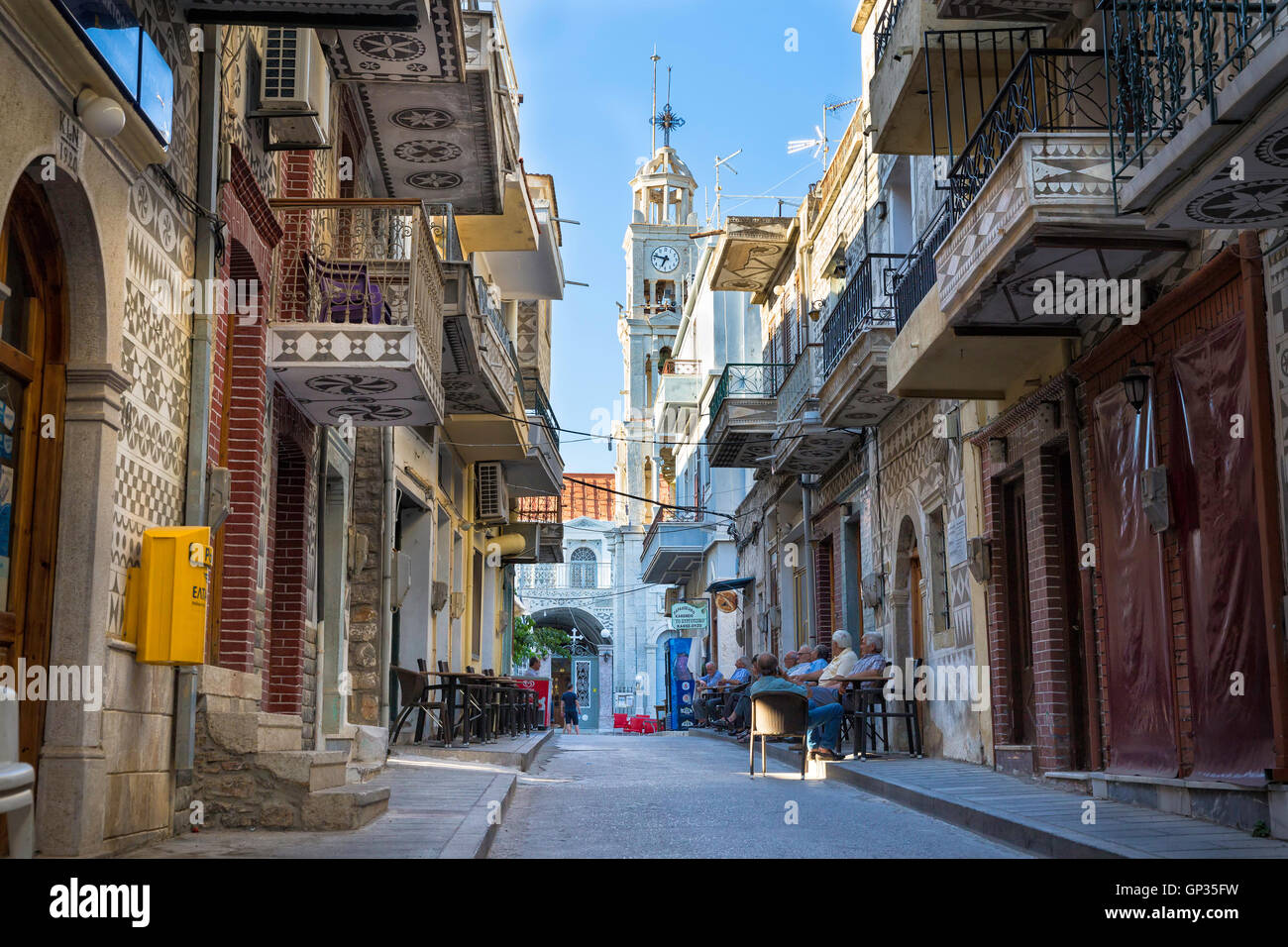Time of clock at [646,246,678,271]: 6:47
